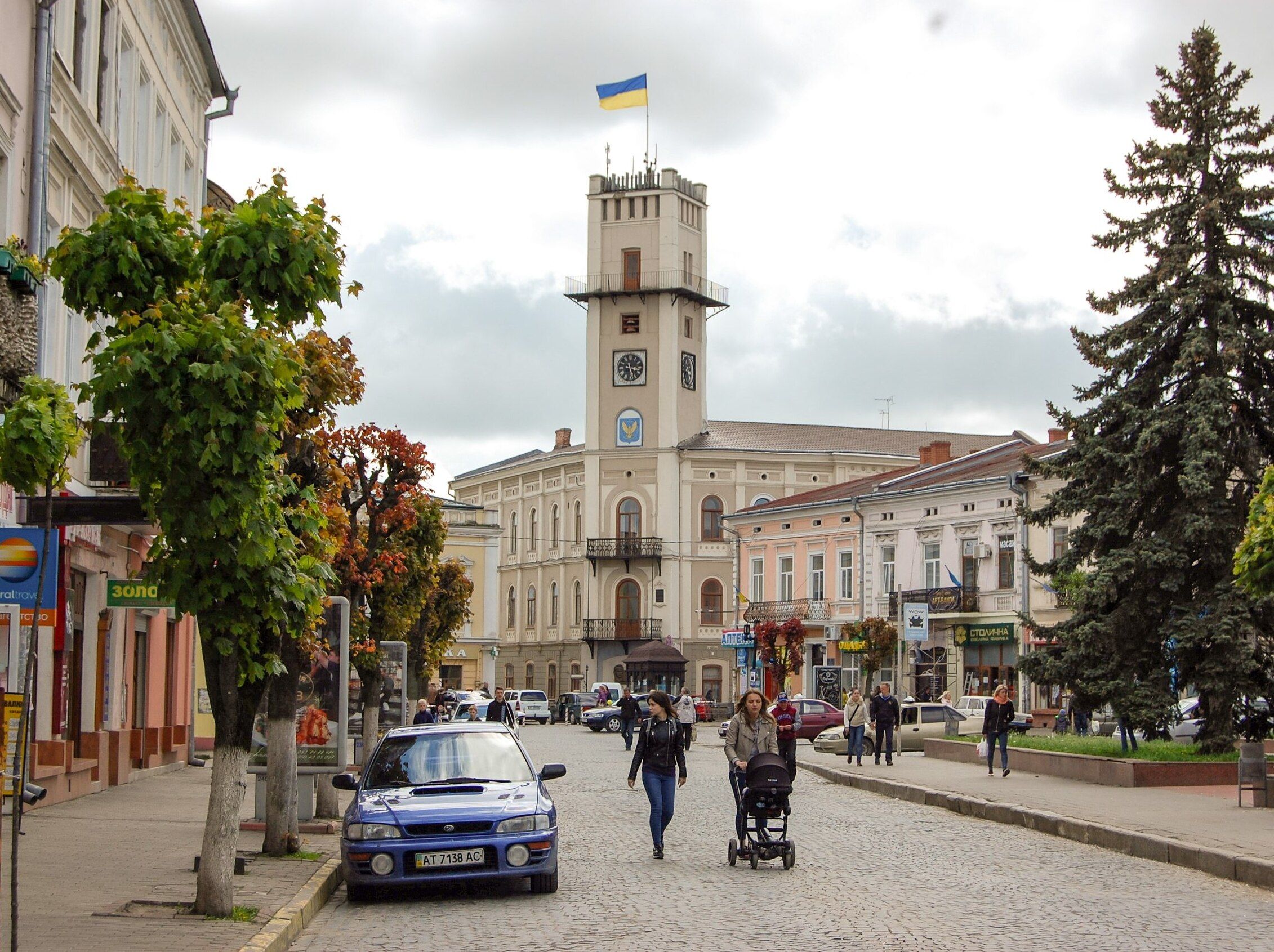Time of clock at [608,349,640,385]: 3:27
